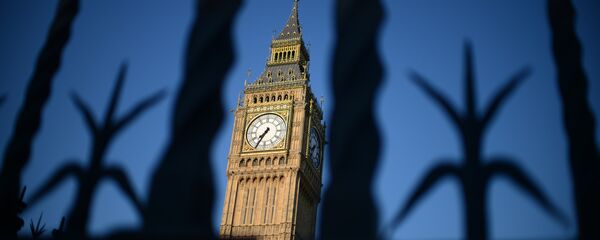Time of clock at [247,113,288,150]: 7:35
